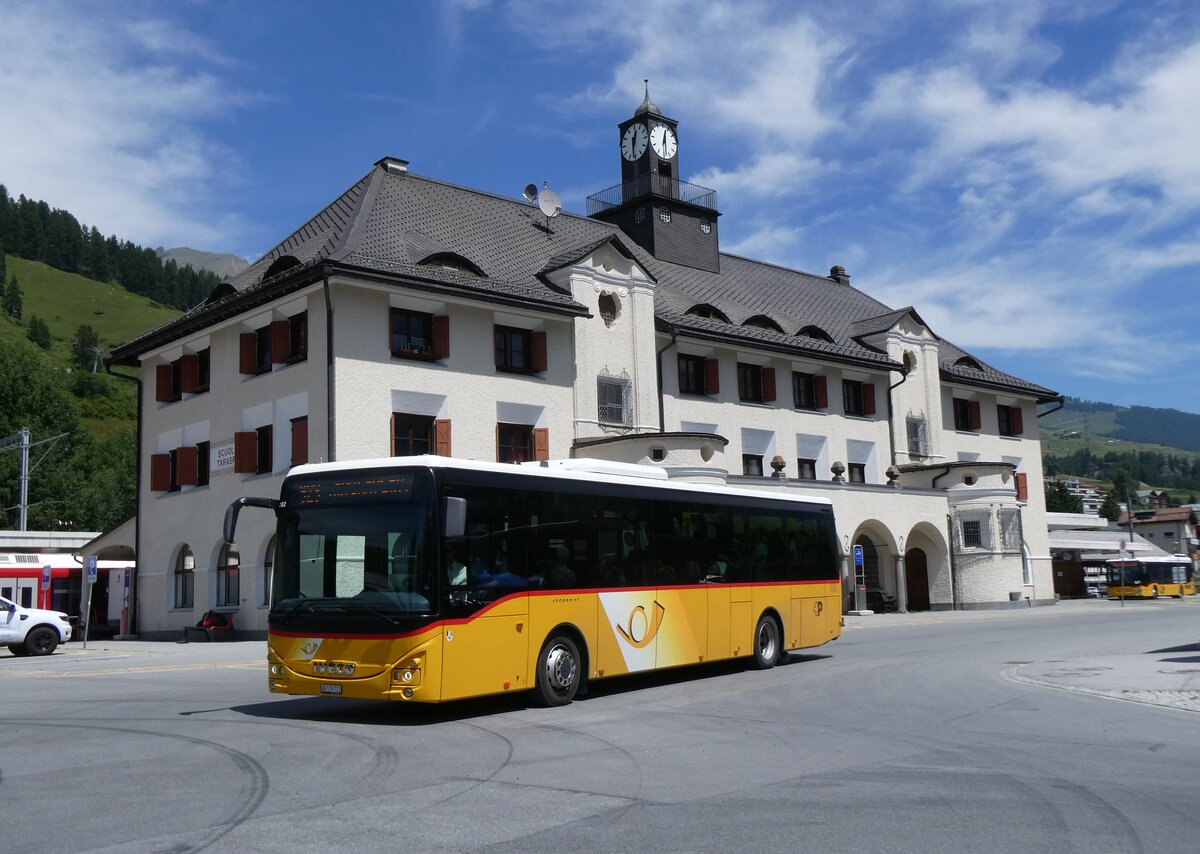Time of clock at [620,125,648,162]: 12:30
